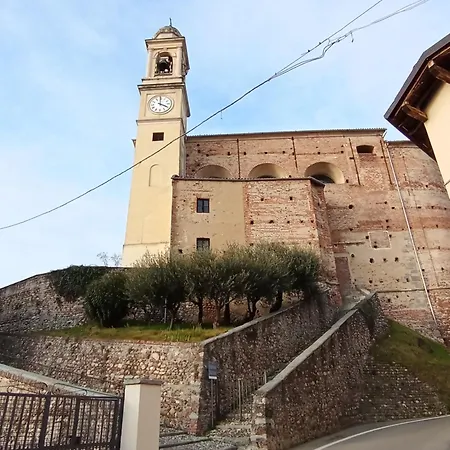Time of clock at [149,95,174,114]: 4:00
